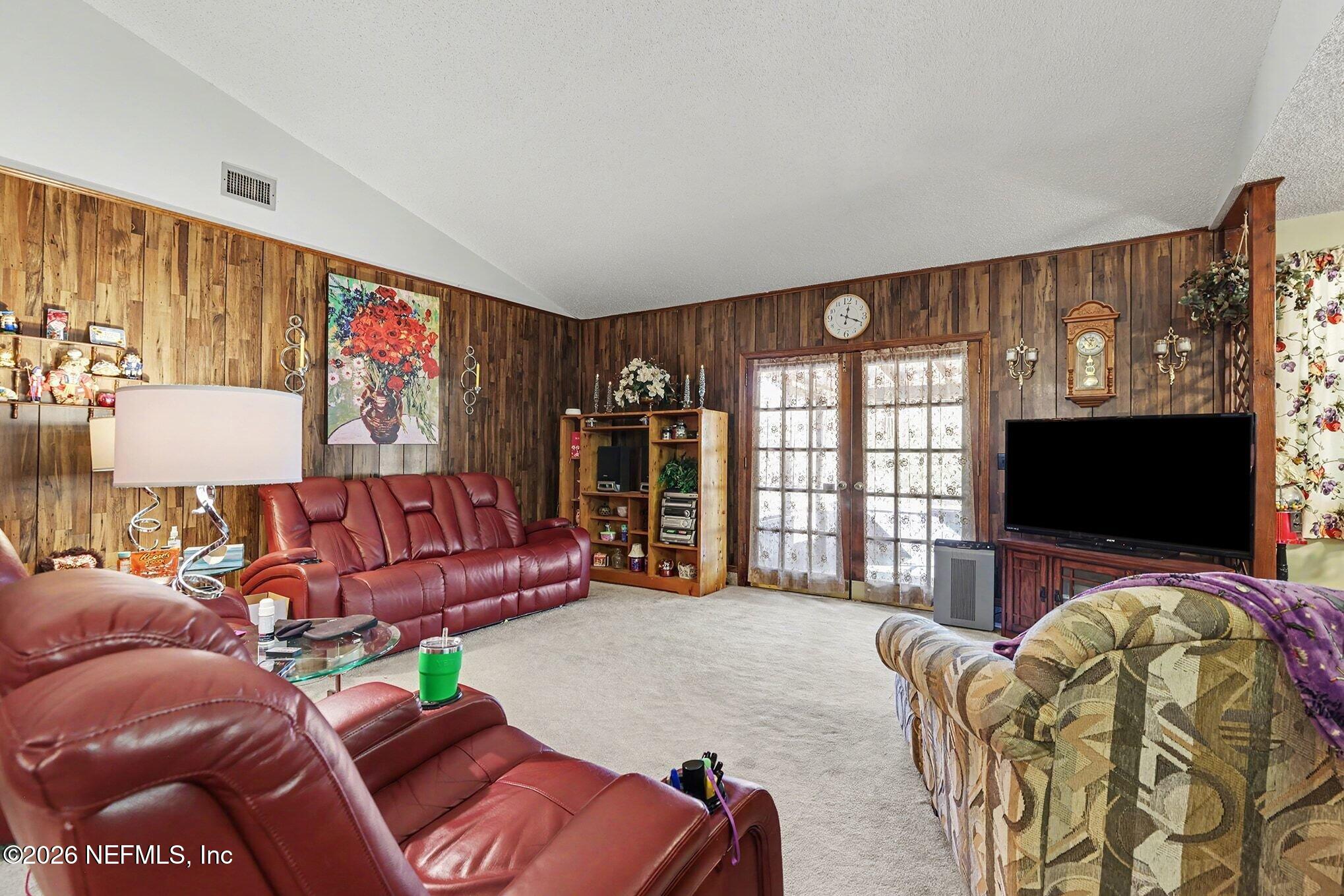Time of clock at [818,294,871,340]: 12:18
